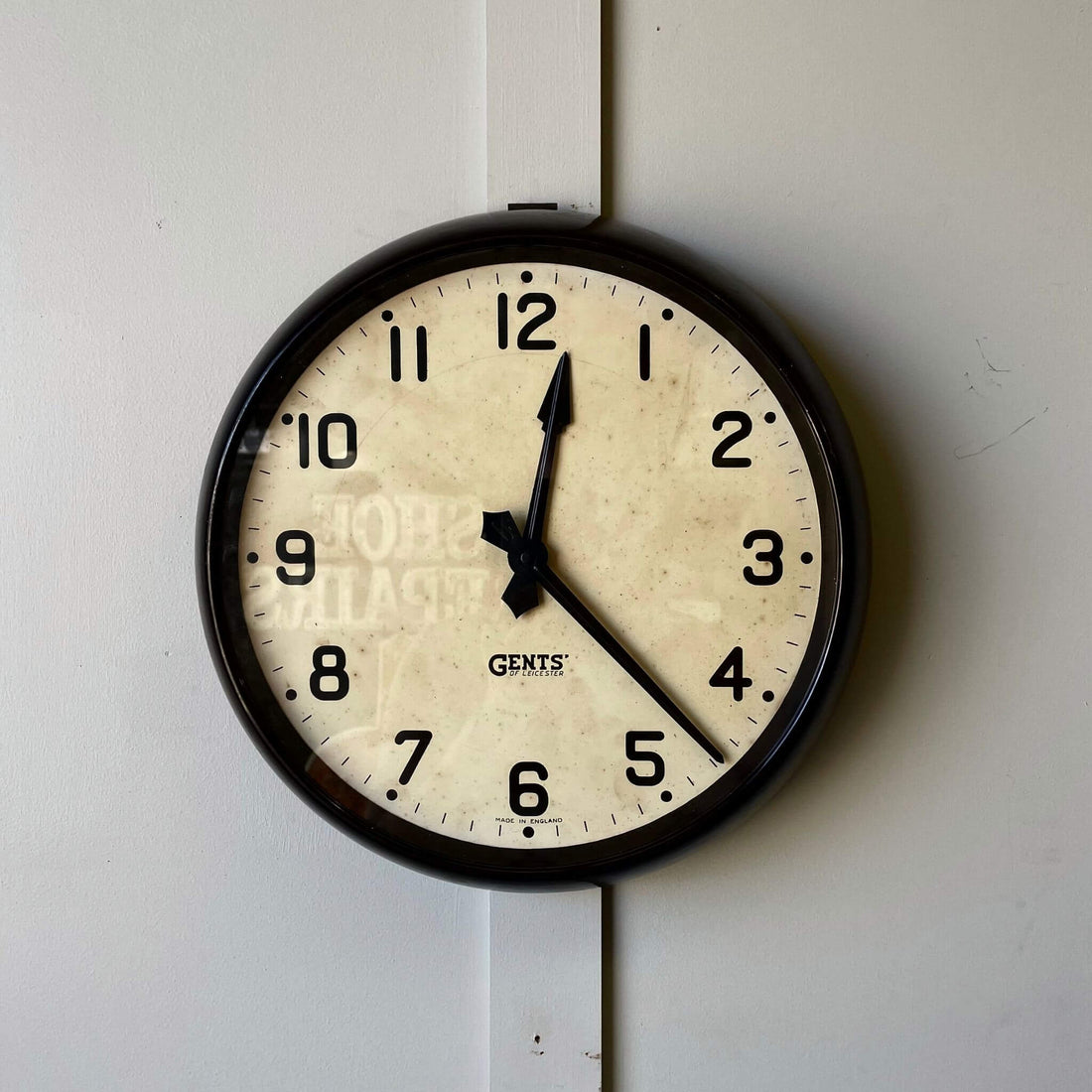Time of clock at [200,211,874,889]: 12:22
